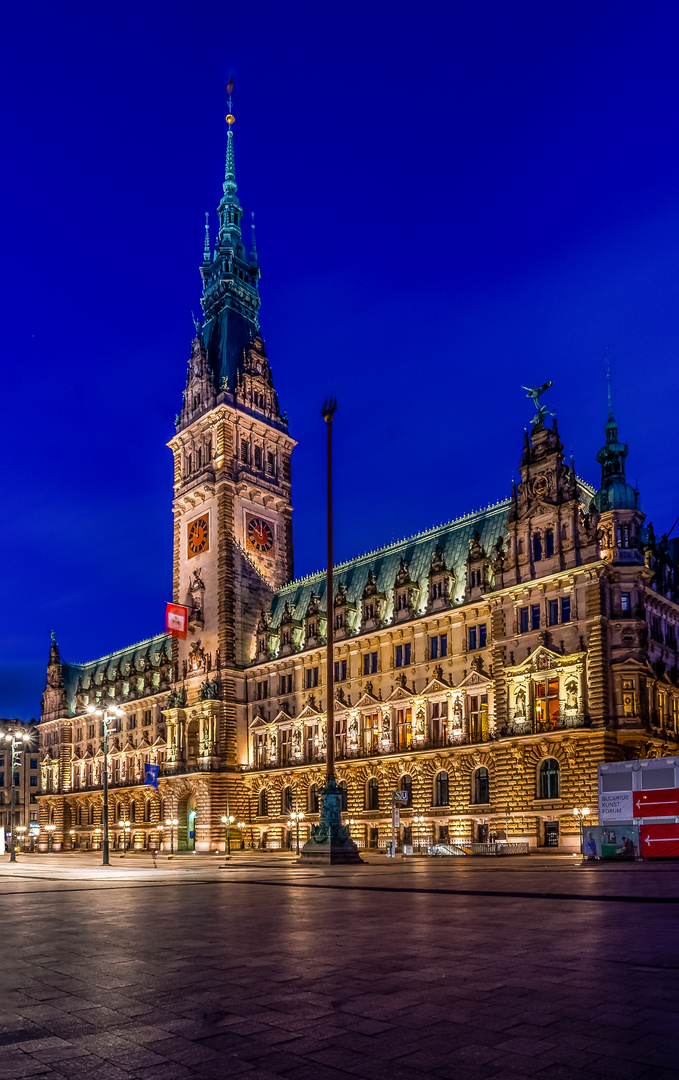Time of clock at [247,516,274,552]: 10:00
